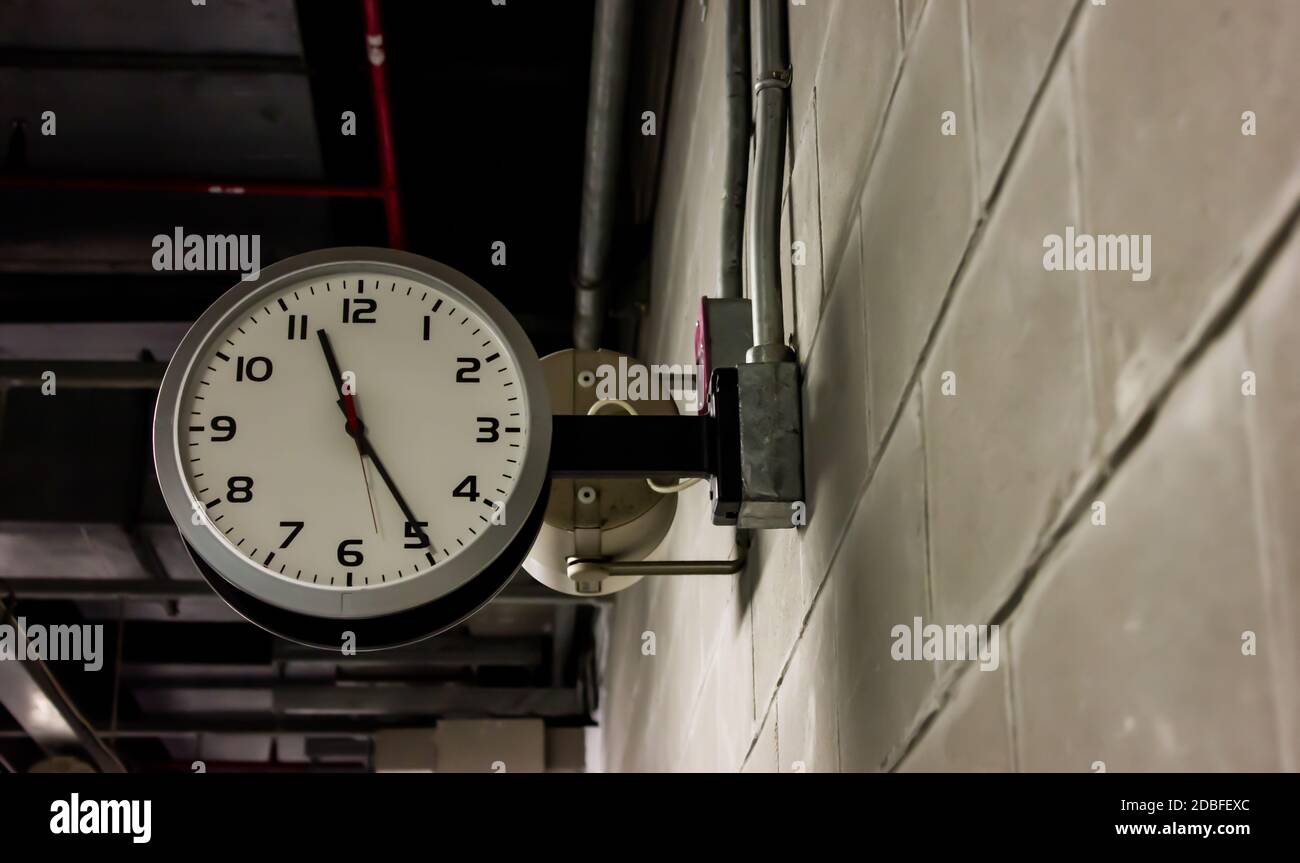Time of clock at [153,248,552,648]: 11:24
